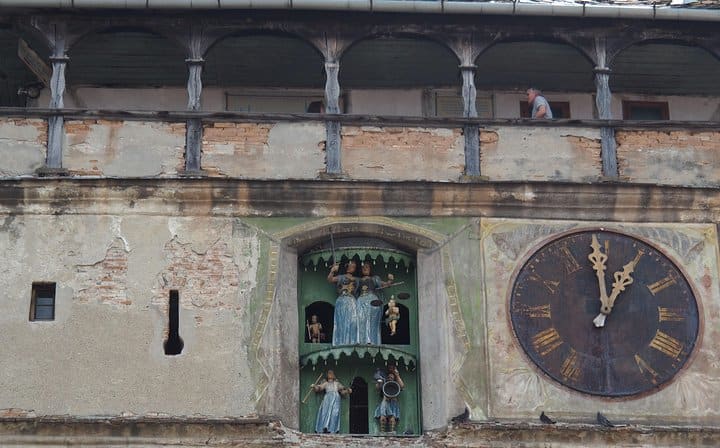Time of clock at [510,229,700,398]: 12:59
